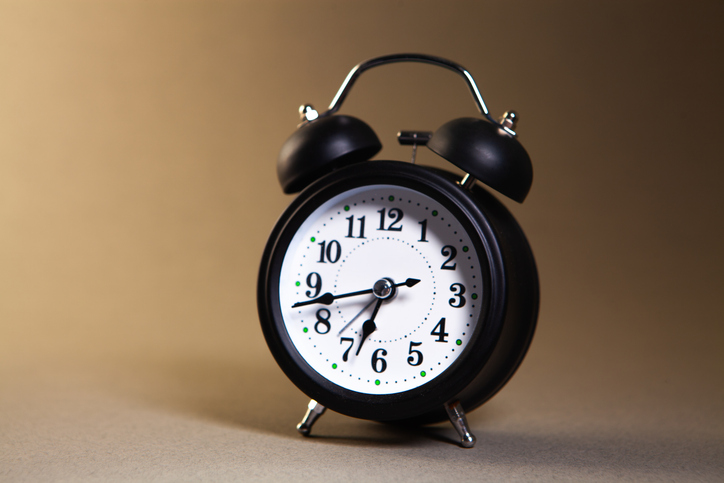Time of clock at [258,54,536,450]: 6:42
